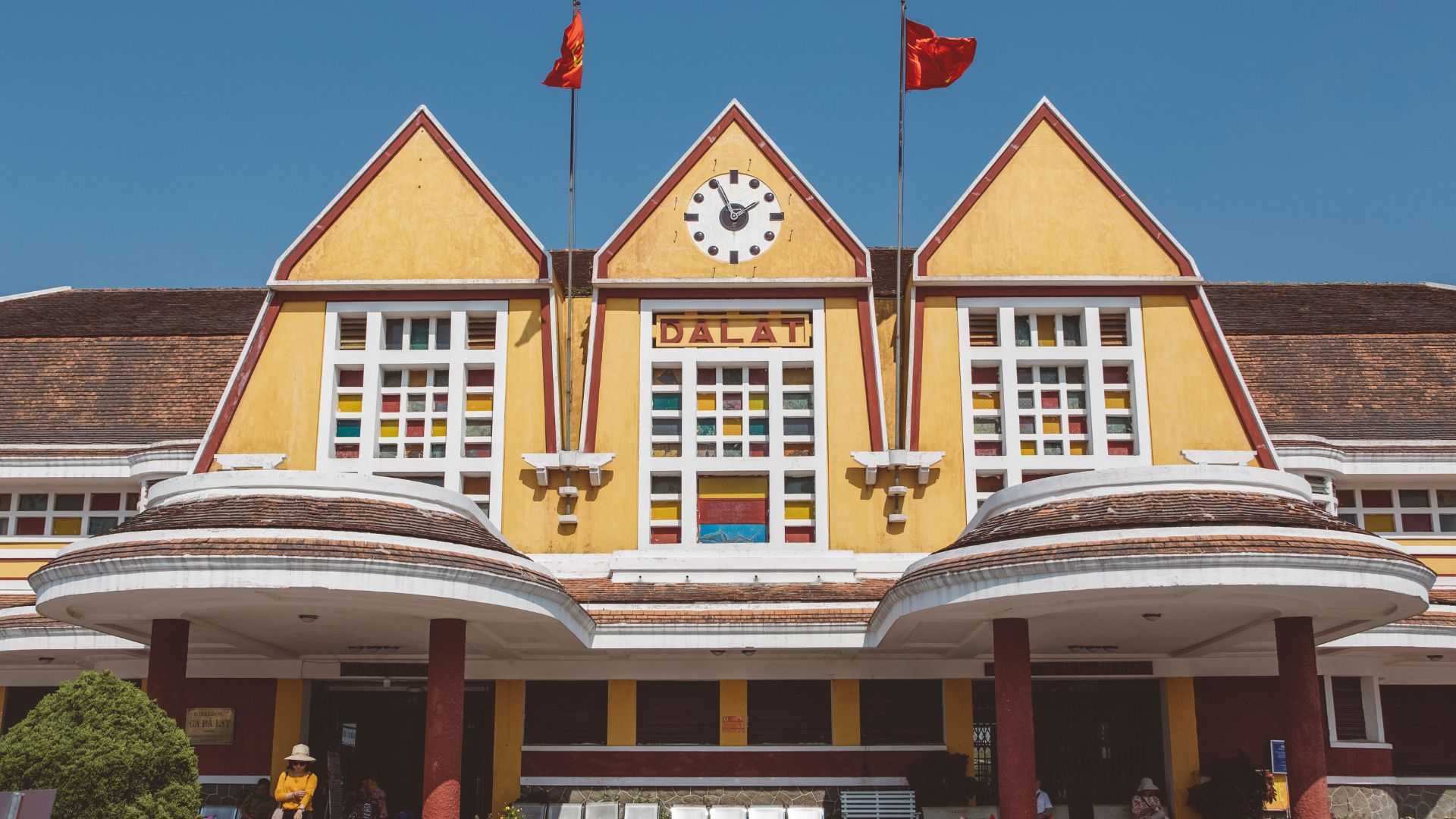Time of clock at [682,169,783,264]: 1:55
